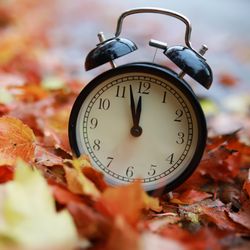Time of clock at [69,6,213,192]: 11:57
